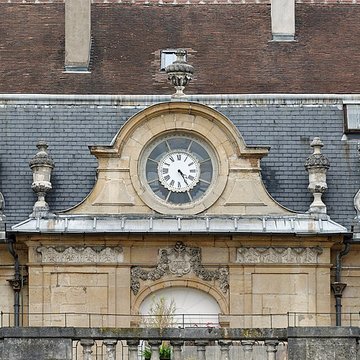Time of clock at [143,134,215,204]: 4:24
